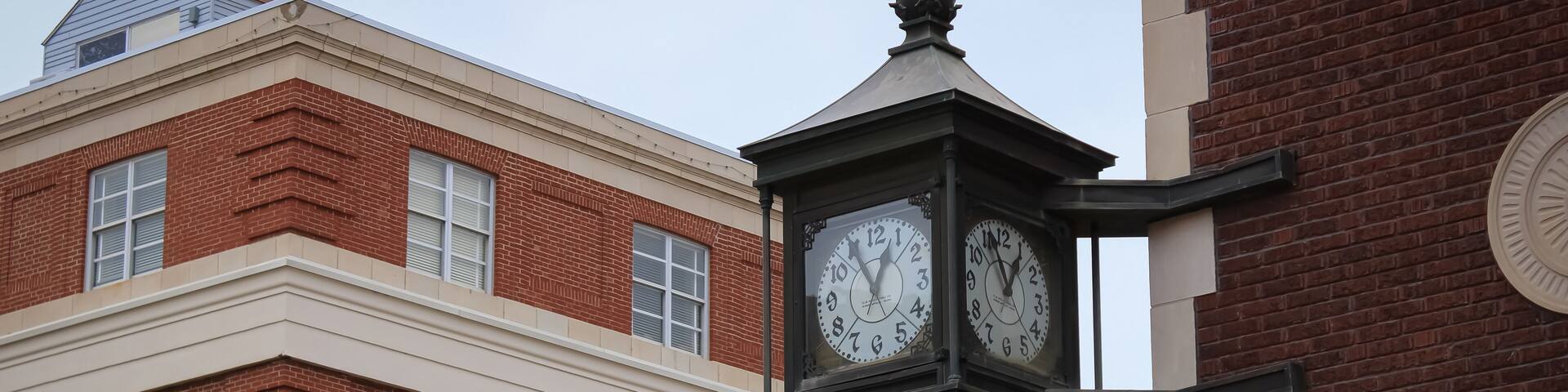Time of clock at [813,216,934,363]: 12:55
